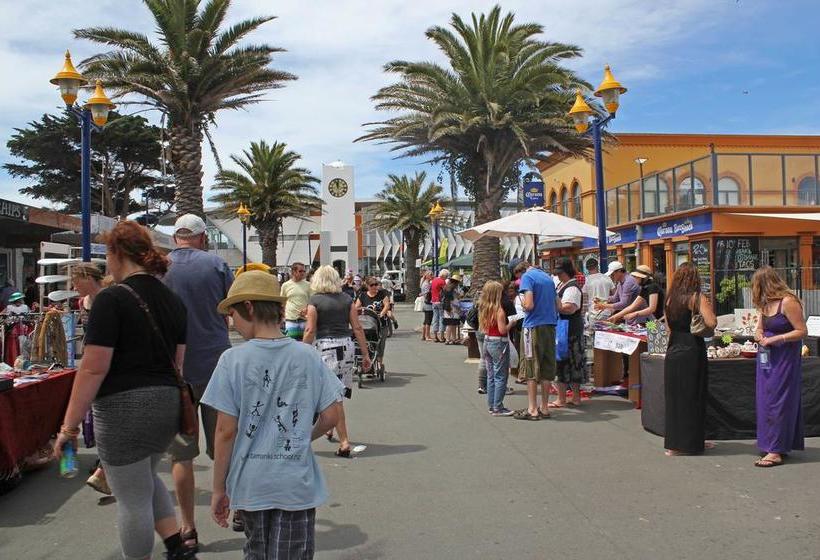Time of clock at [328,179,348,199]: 11:57
